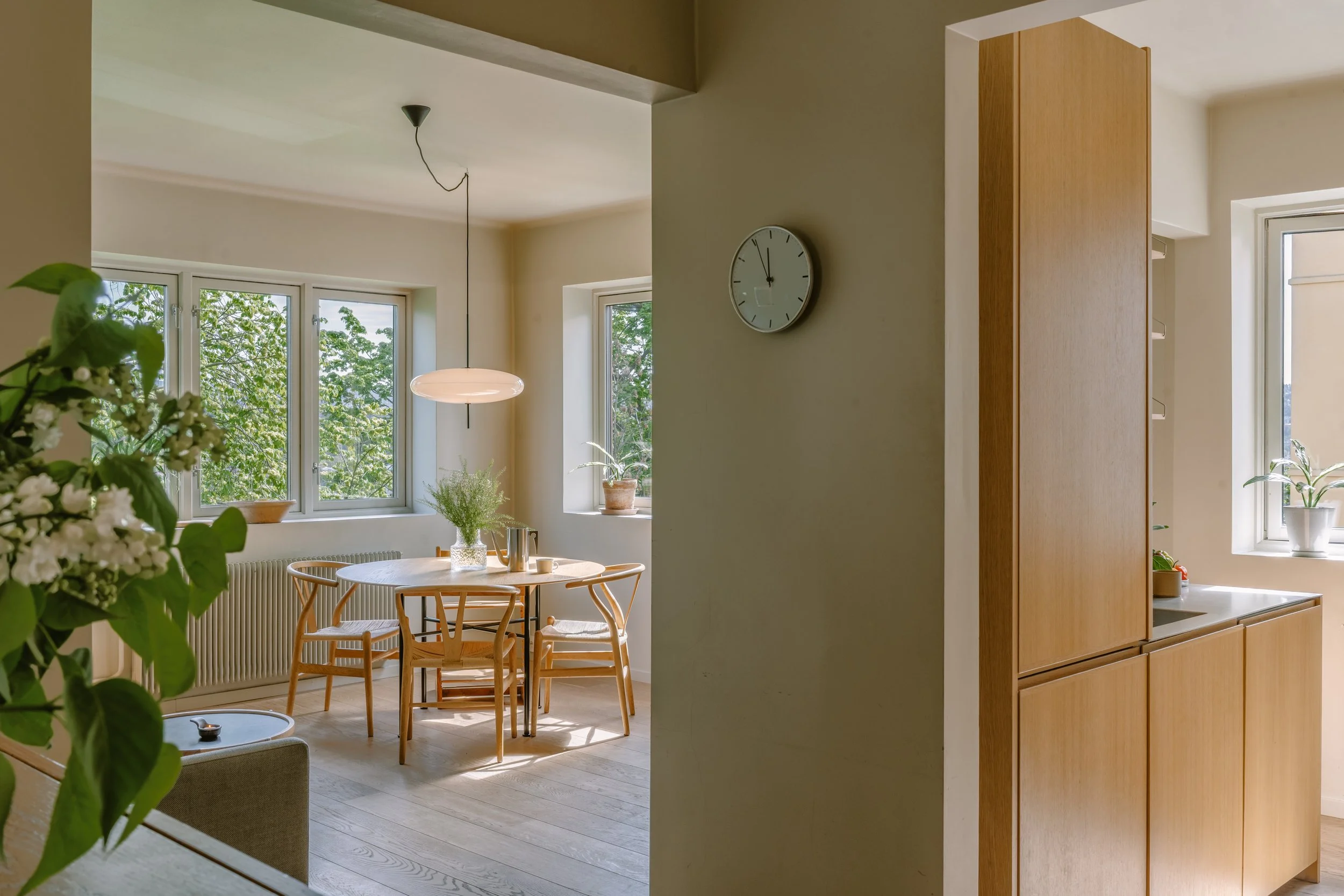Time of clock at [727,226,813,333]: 11:55
